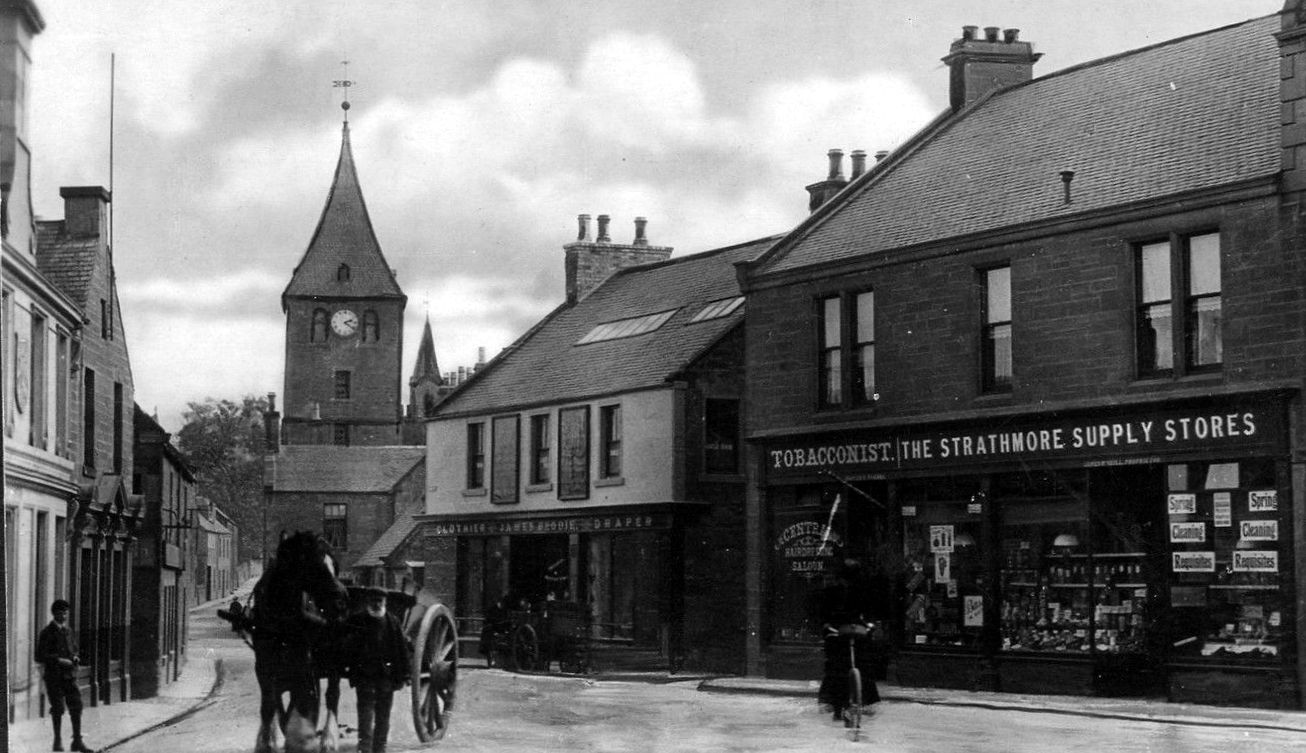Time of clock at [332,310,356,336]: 2:21
